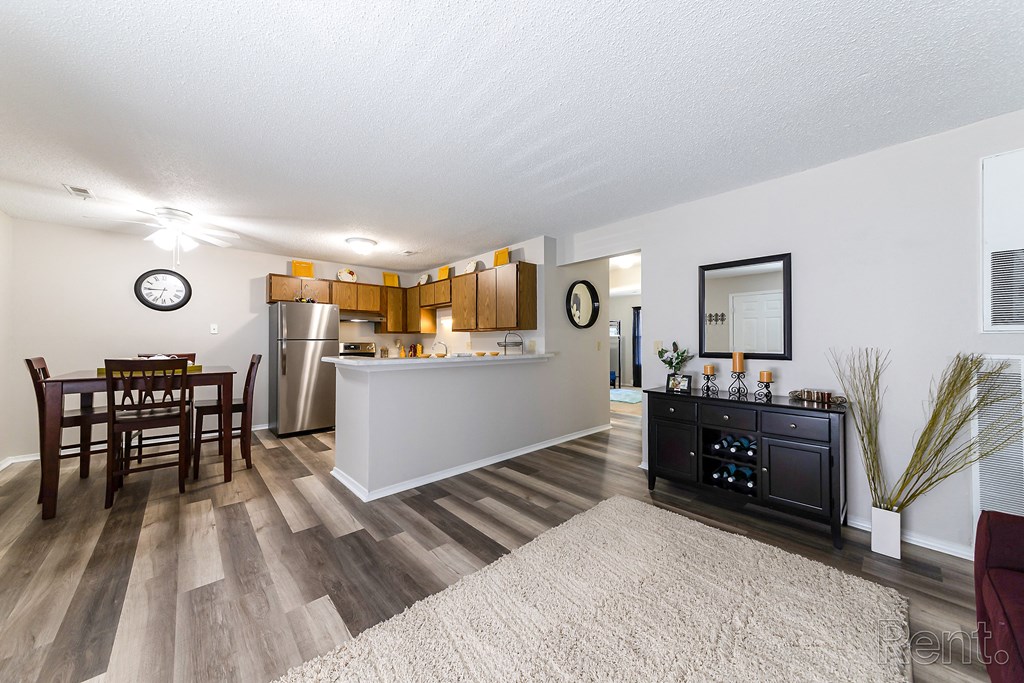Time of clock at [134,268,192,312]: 6:44
